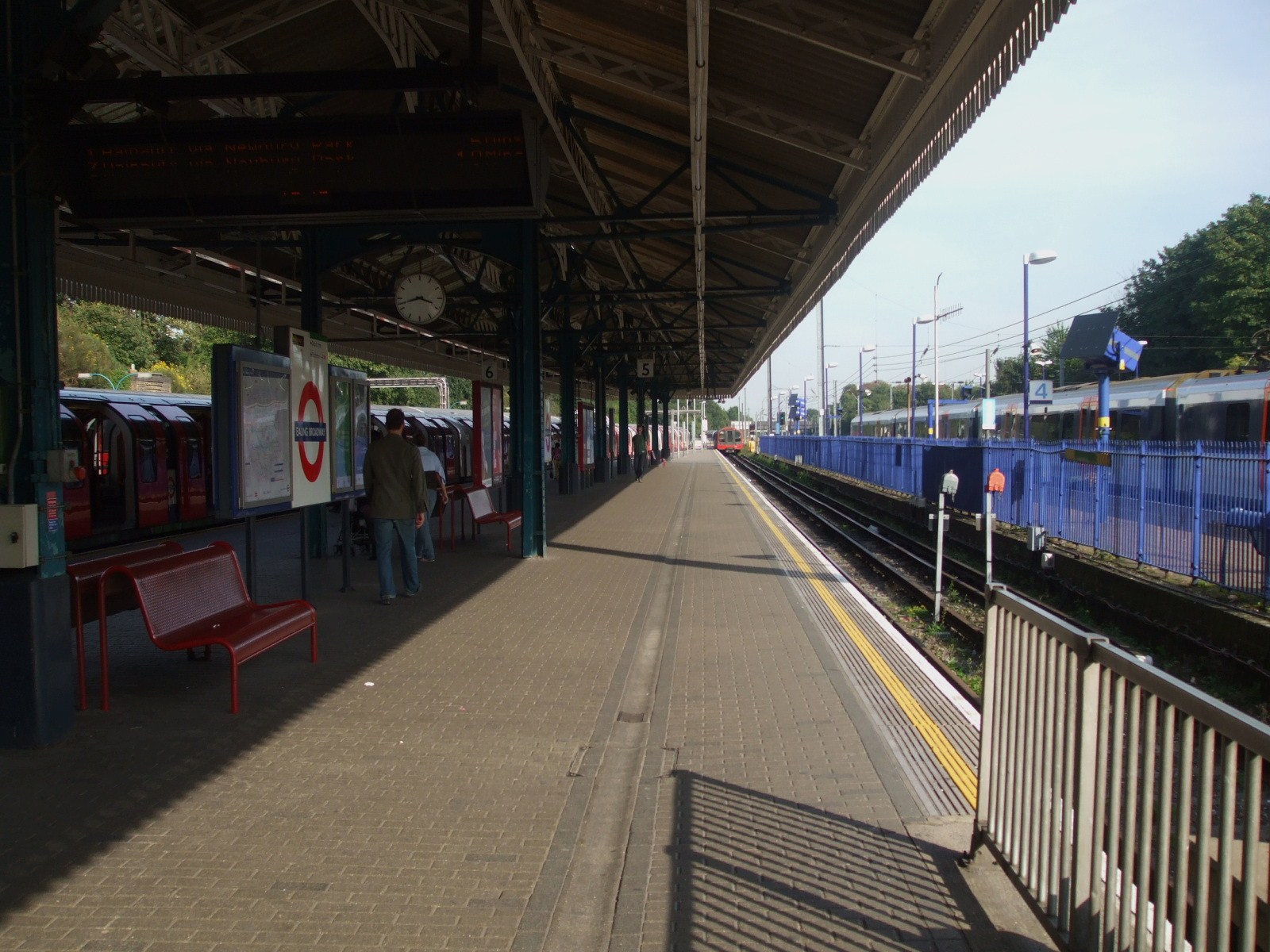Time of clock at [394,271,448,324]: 3:42
